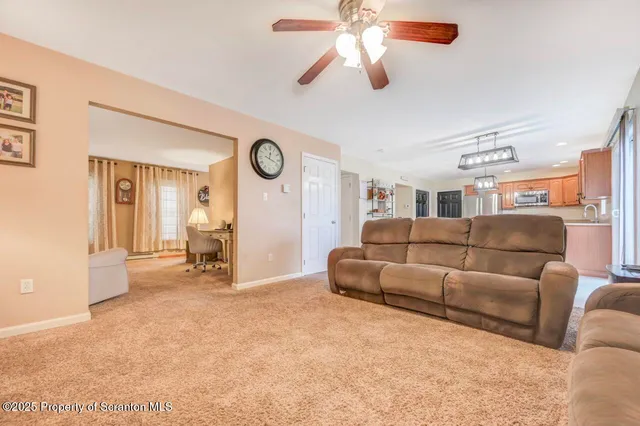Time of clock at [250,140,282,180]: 12:18
